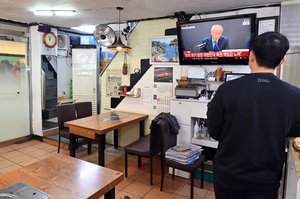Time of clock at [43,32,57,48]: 11:05
